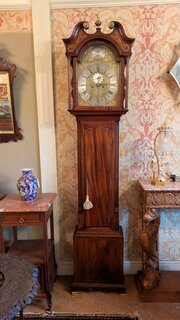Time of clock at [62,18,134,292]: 5:45
